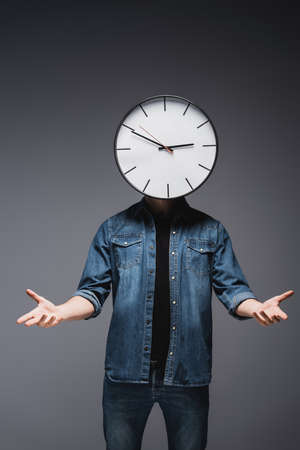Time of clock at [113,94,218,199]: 2:49
